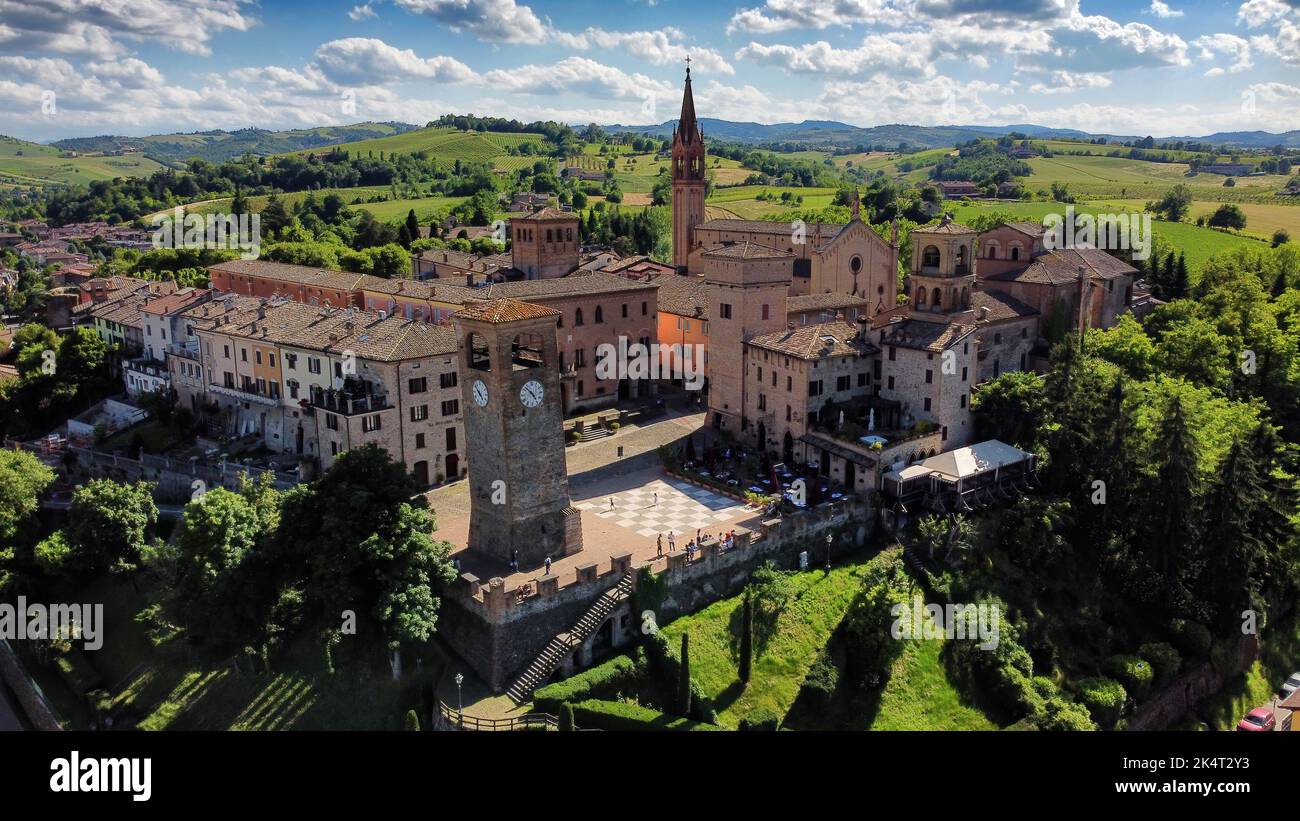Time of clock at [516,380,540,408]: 4:52
